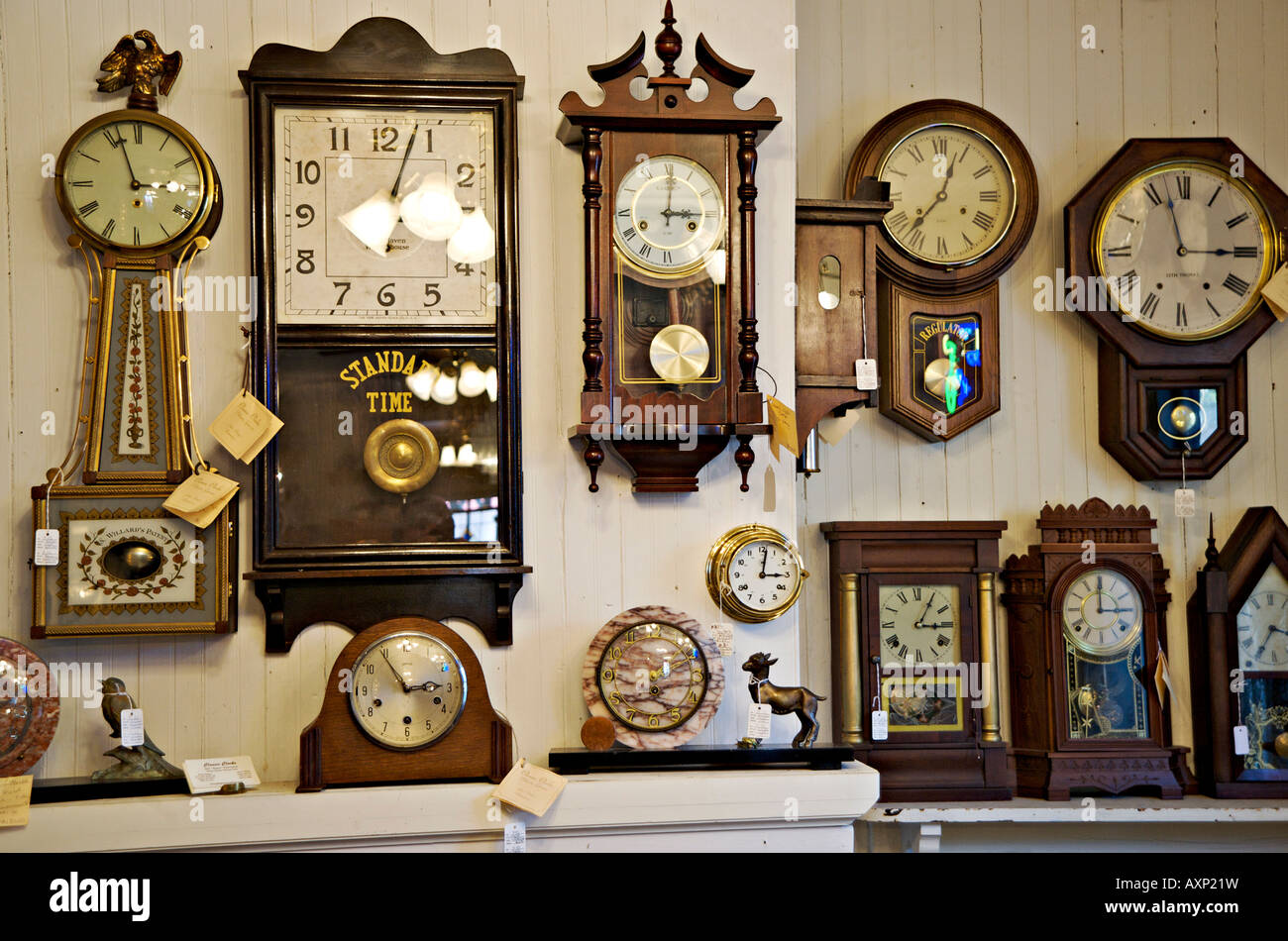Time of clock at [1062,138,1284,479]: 2:57
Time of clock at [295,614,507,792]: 2:54
